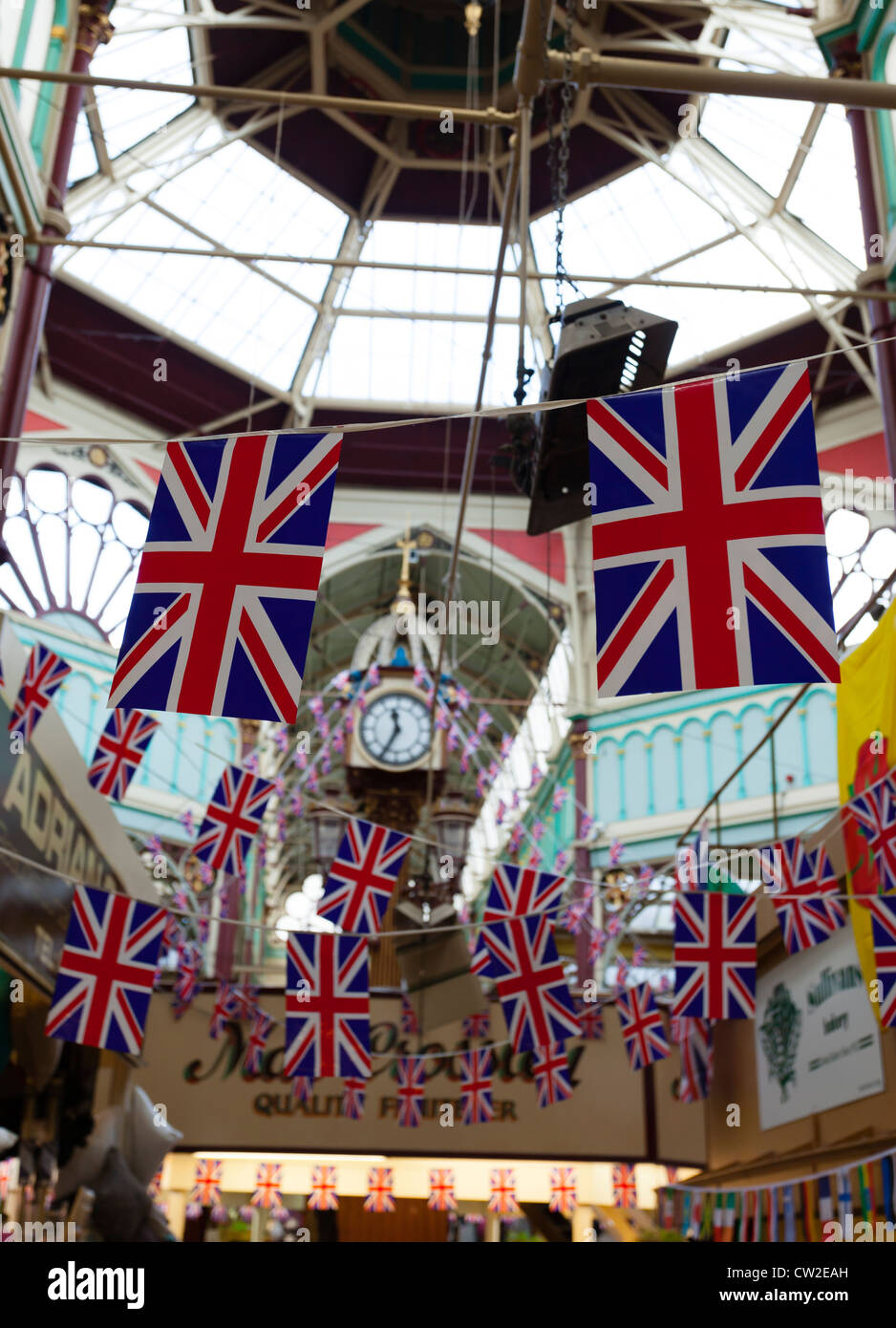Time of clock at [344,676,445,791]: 11:34
